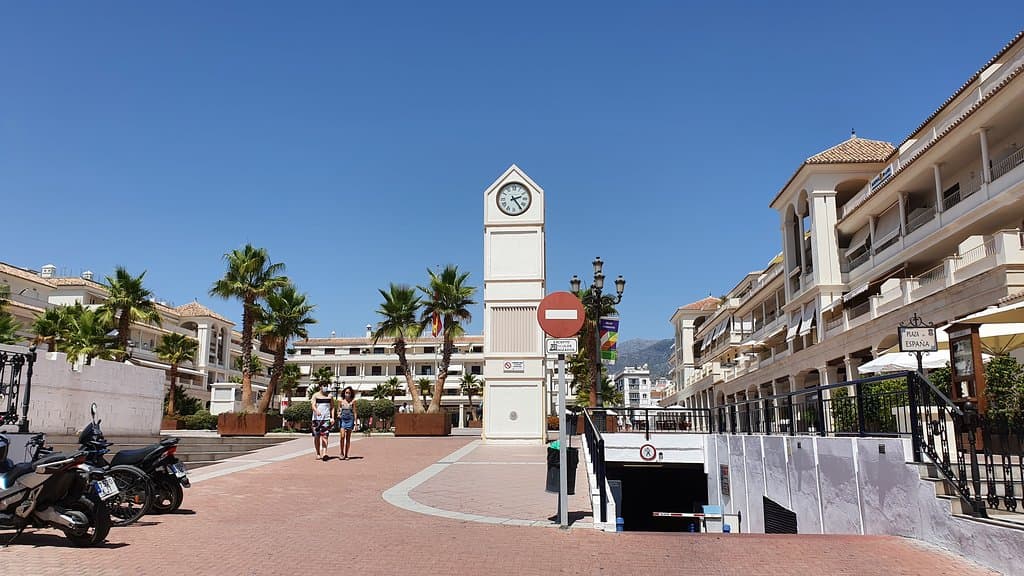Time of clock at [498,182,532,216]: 2:23
